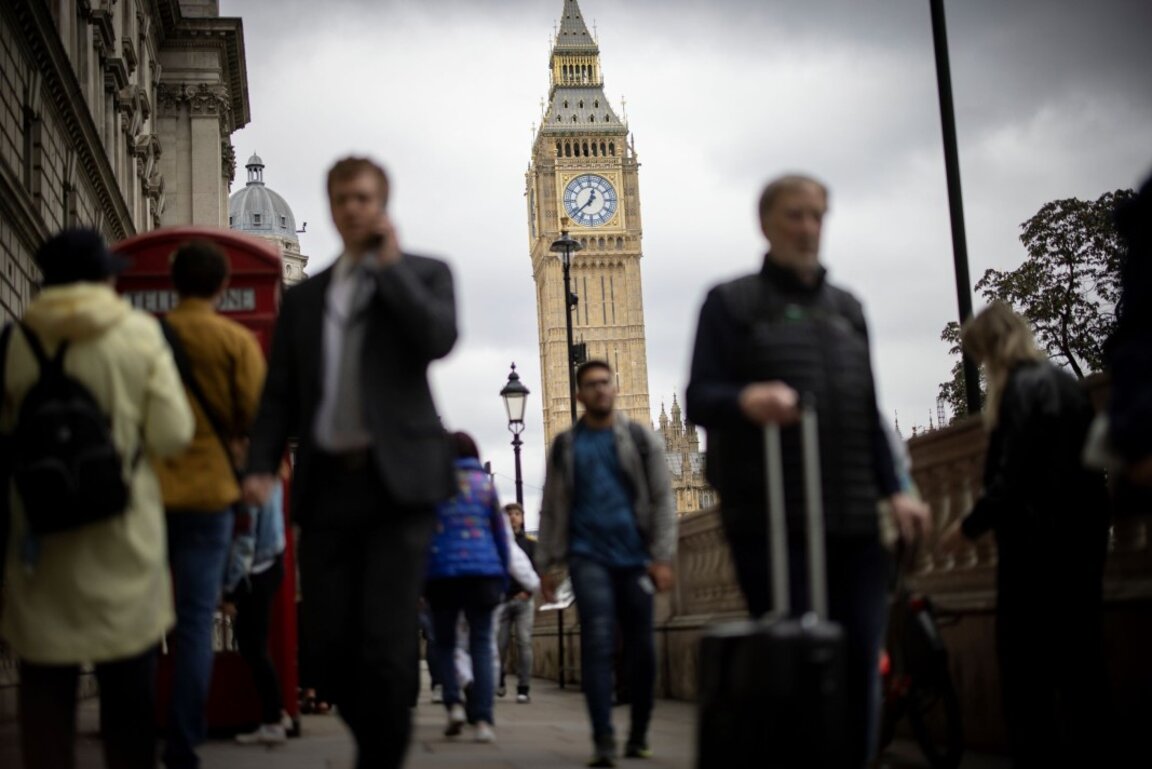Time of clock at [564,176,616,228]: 12:38
